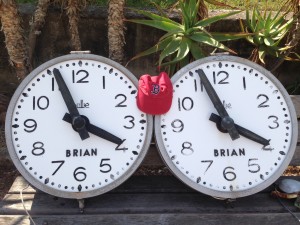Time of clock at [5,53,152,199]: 3:56
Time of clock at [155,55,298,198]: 3:56
